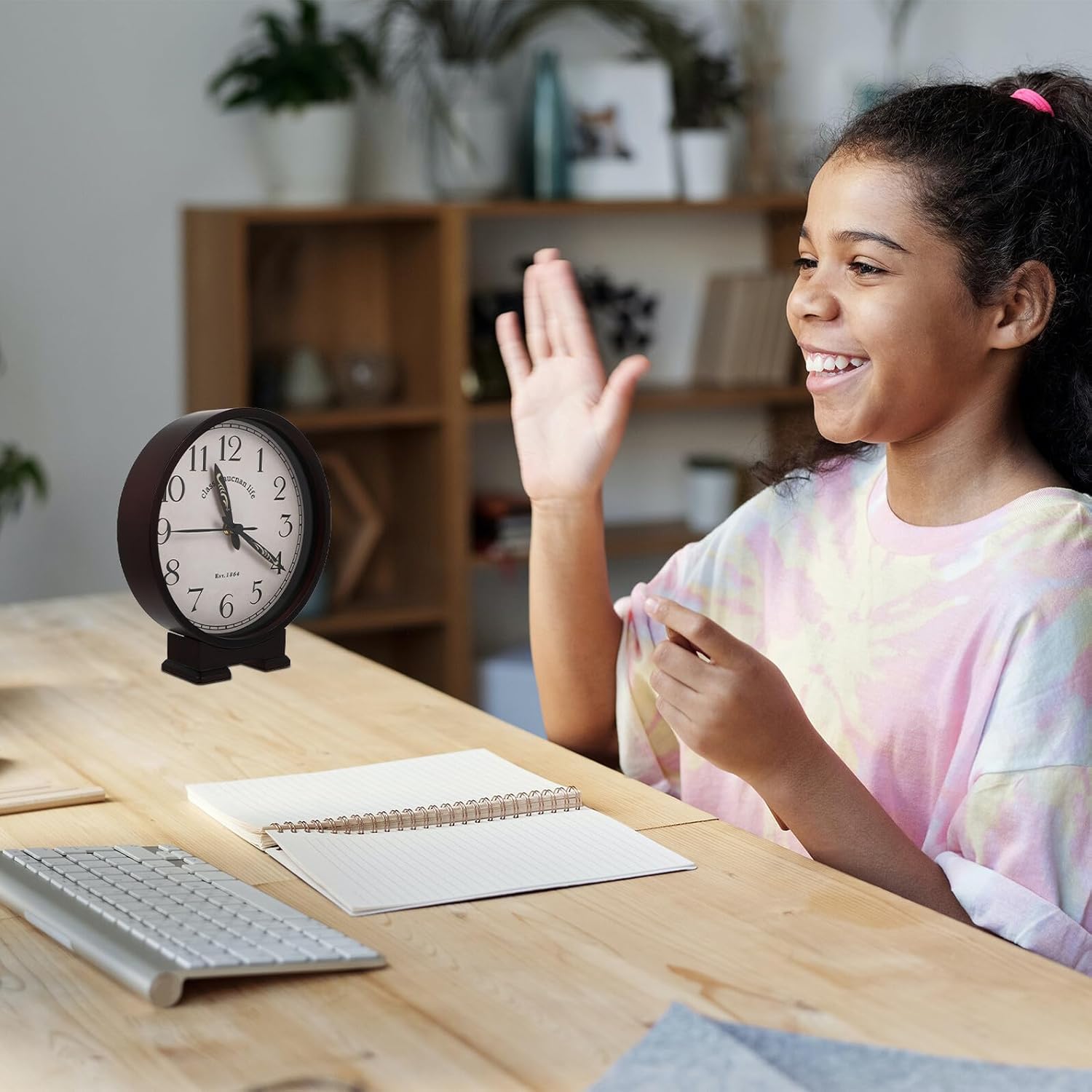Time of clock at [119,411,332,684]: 11:20
